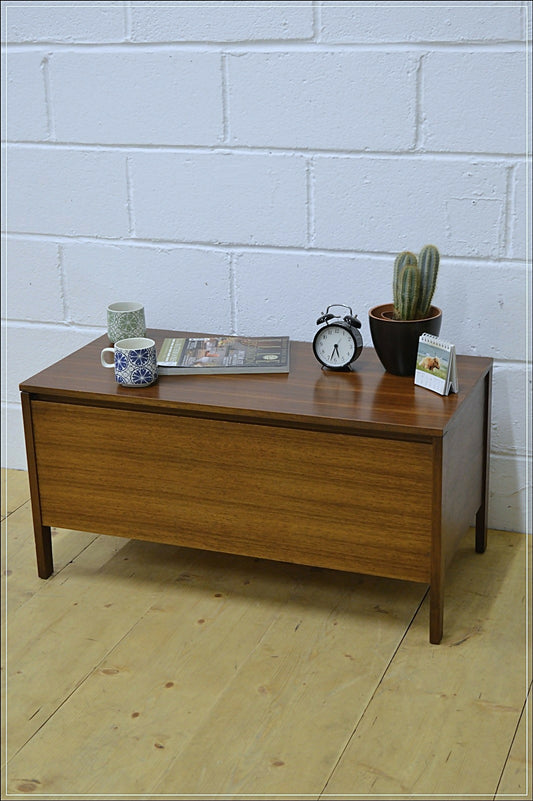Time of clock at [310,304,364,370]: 5:33
